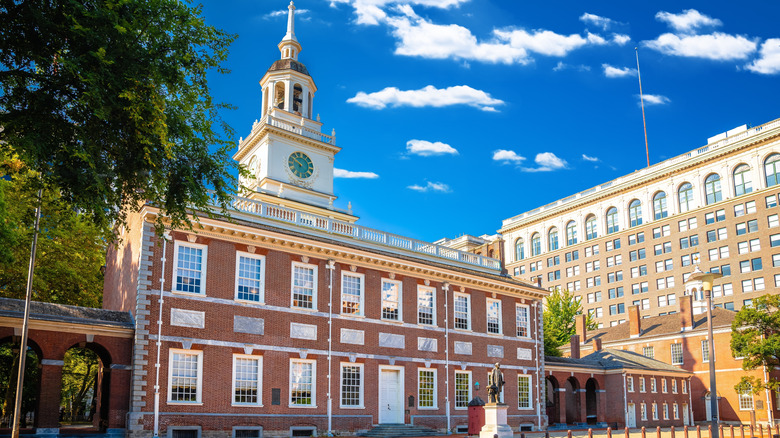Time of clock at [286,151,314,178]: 6:50
